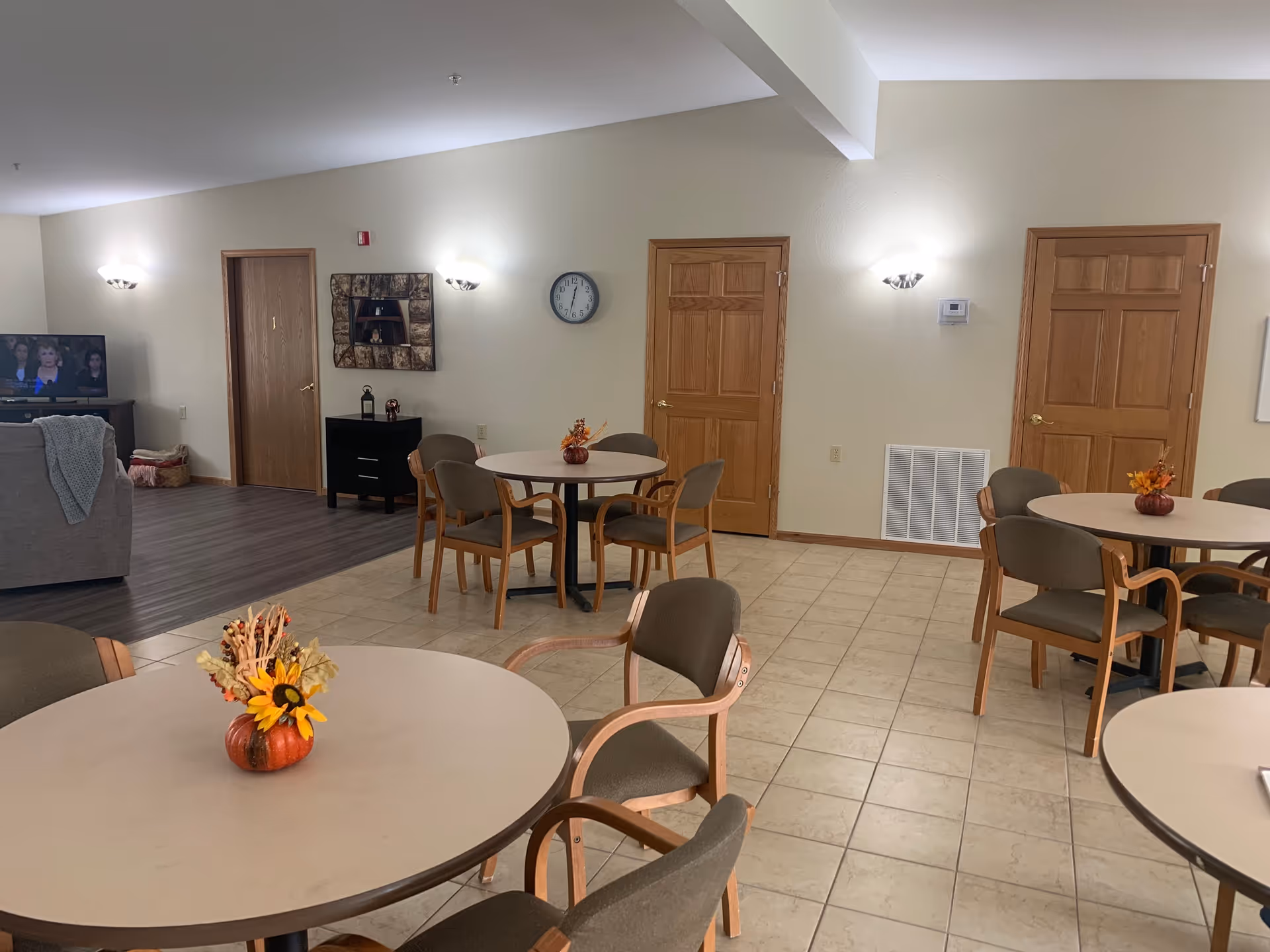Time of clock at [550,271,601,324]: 12:32
